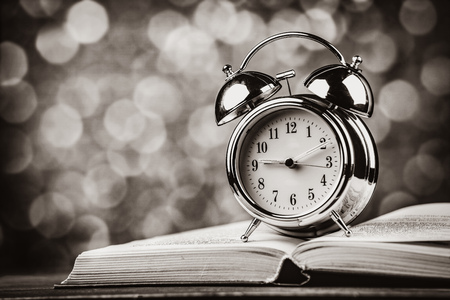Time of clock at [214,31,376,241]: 9:12
